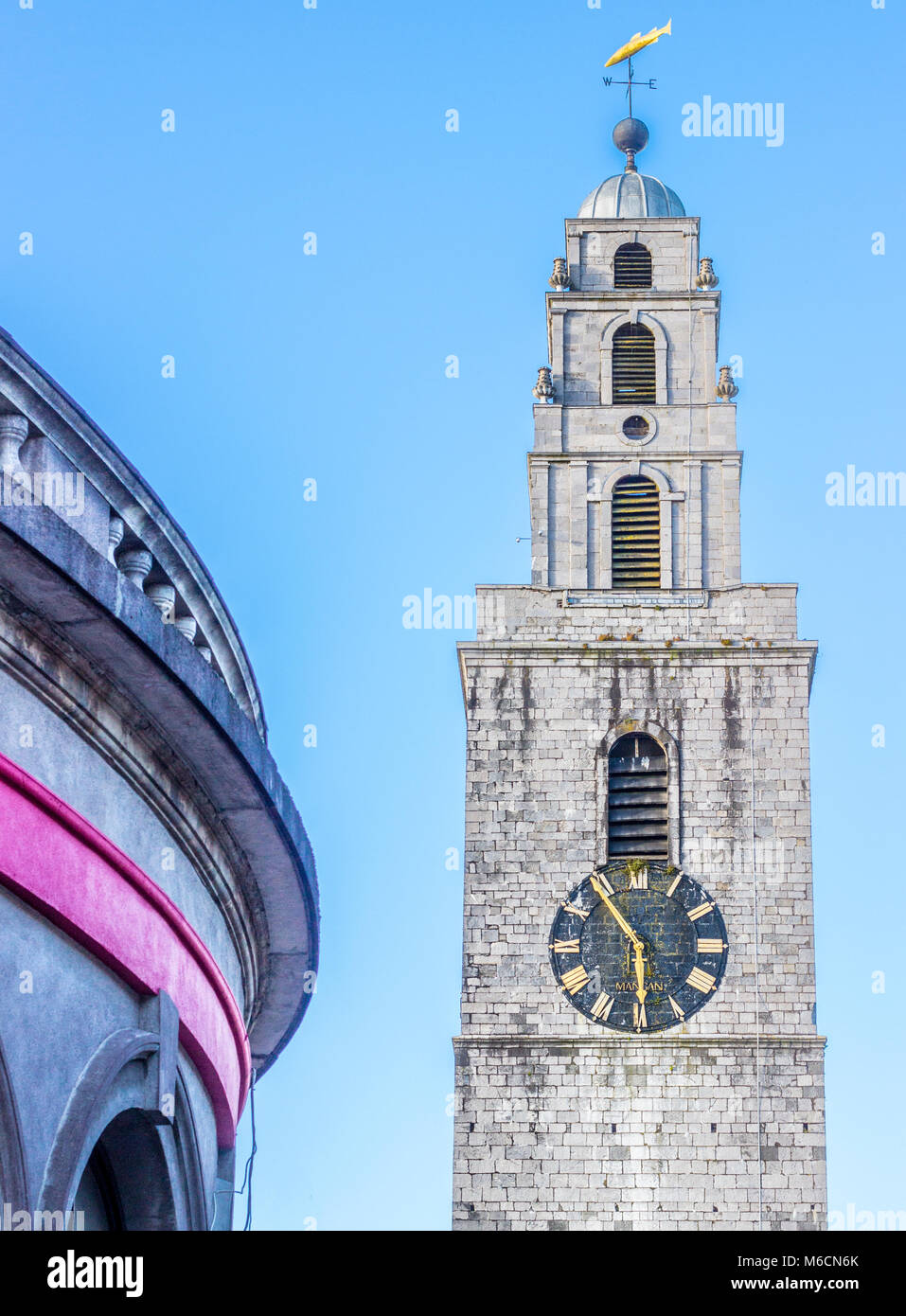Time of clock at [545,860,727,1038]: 5:53
